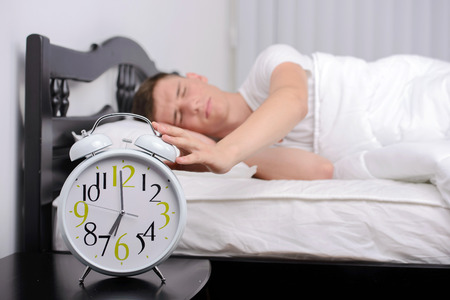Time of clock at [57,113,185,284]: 6:59
